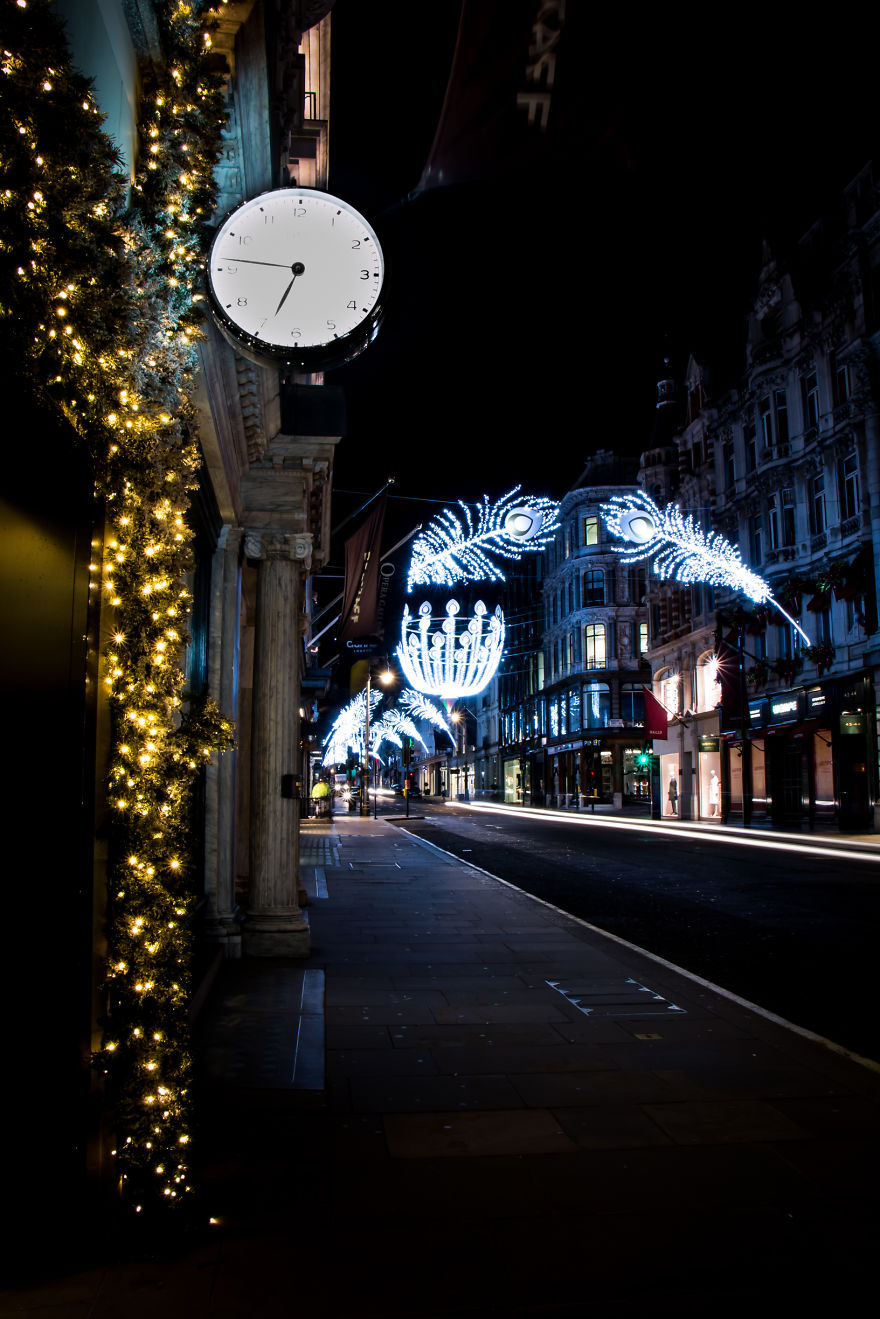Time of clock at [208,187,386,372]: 6:46
